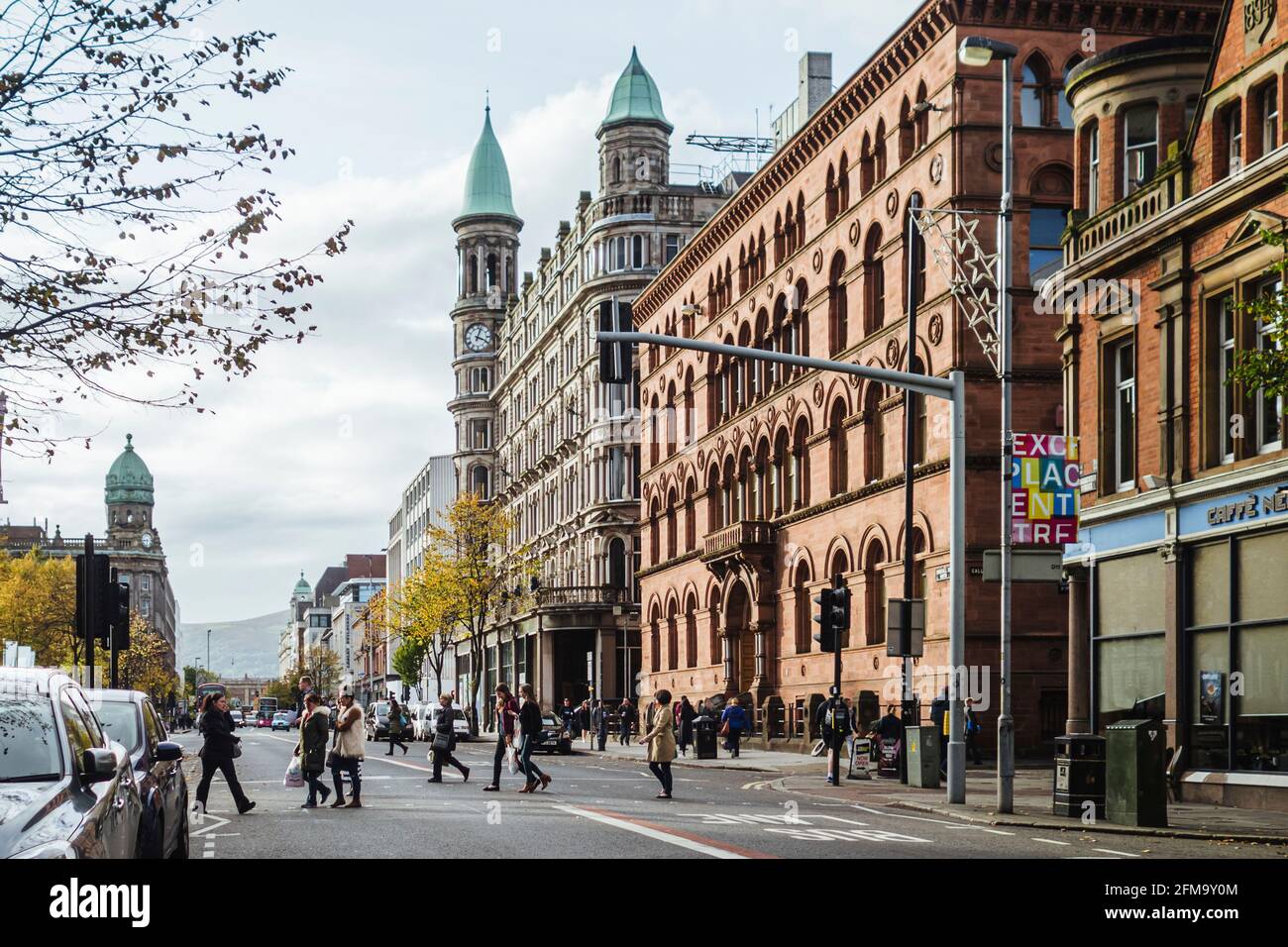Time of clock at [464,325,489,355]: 4:03
